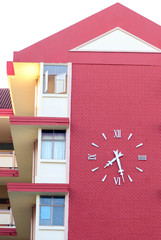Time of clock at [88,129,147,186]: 7:27
